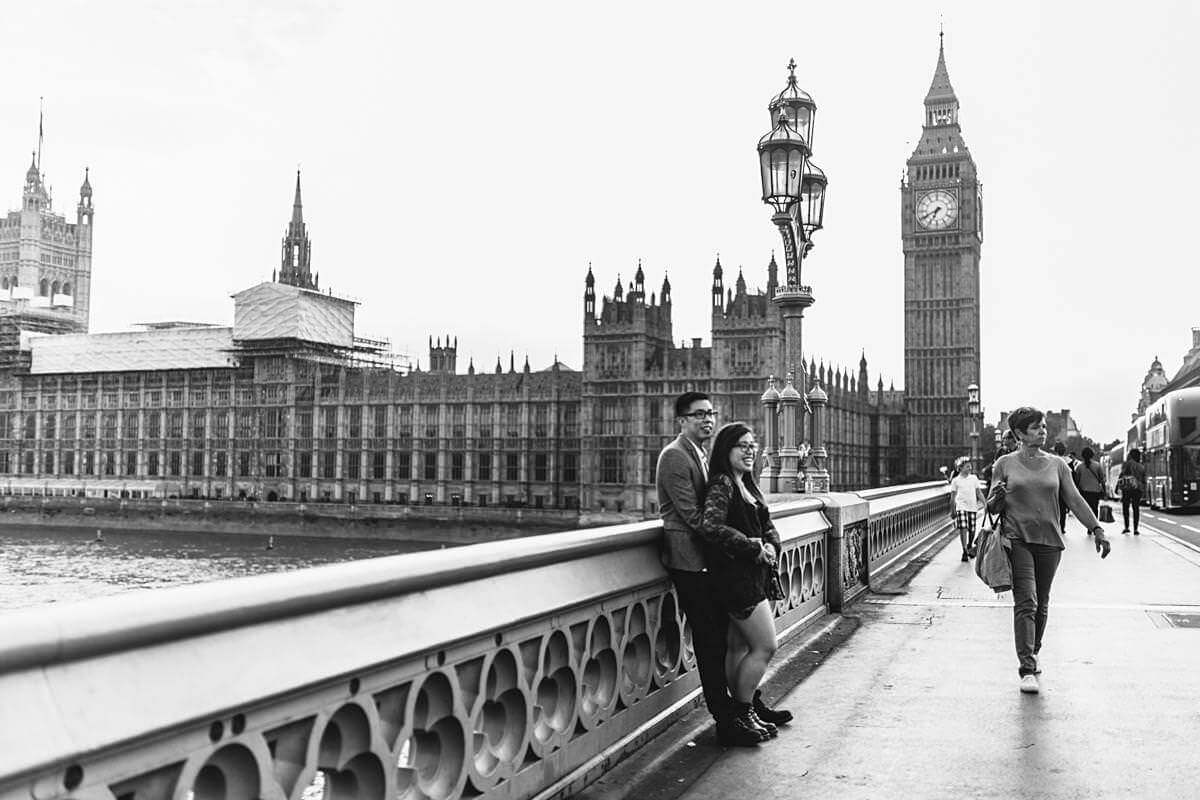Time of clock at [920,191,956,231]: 6:40
